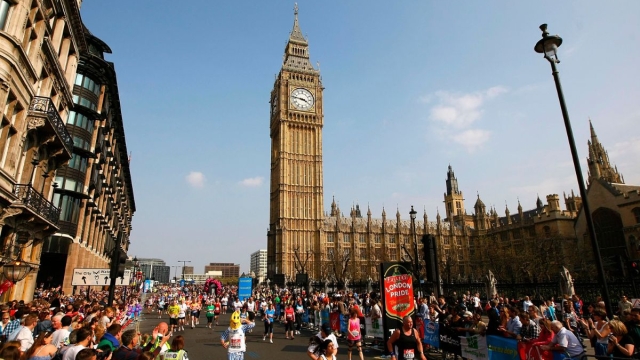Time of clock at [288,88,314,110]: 3:46
